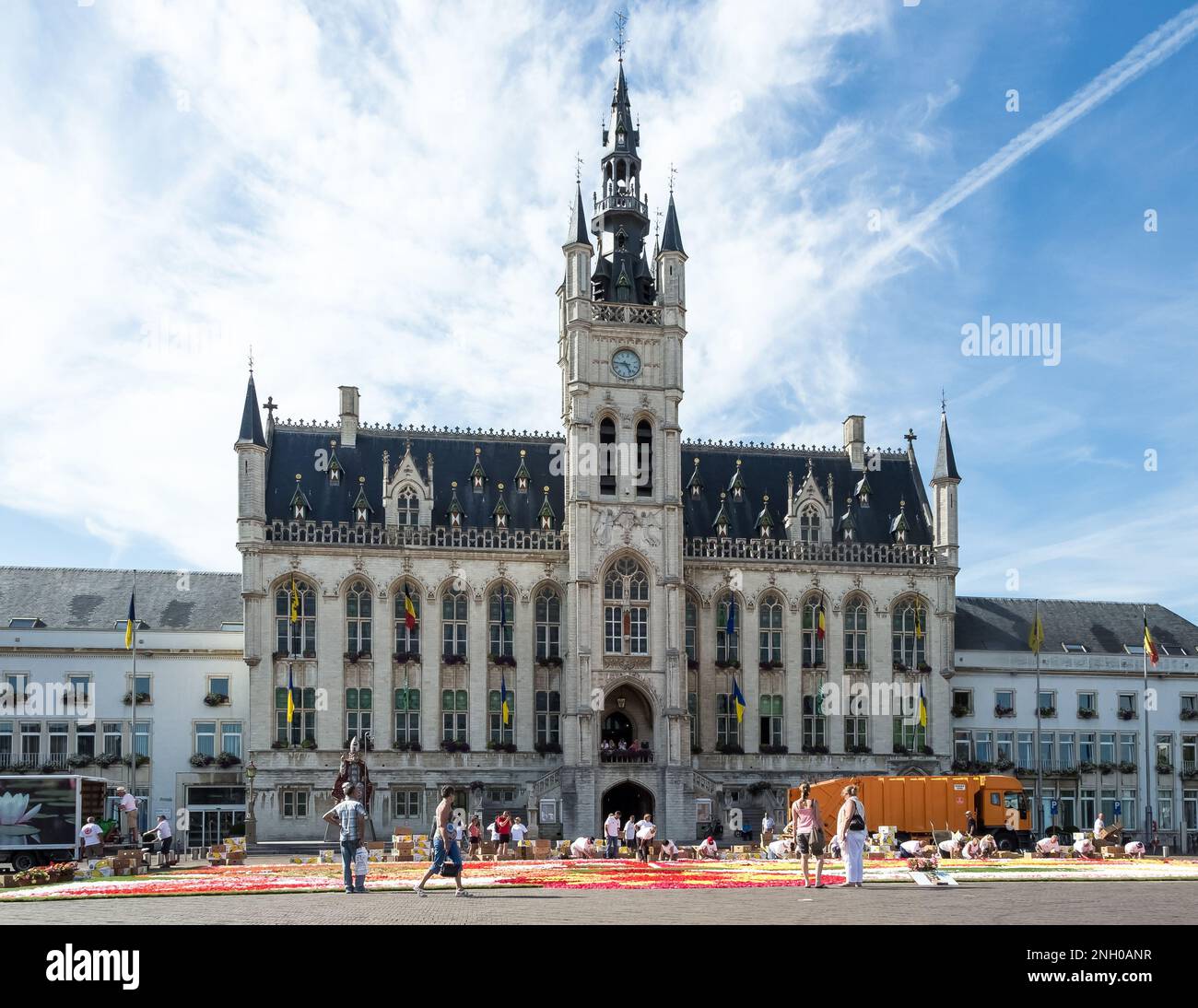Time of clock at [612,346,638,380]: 4:44
